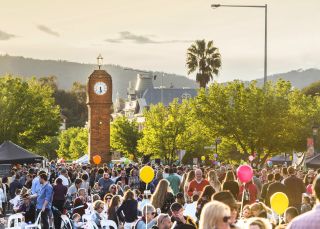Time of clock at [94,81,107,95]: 5:30
